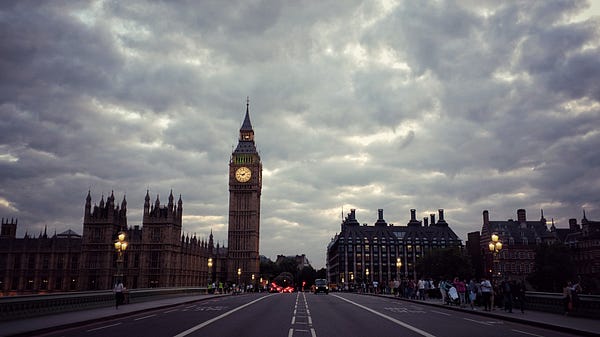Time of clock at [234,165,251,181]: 9:08
